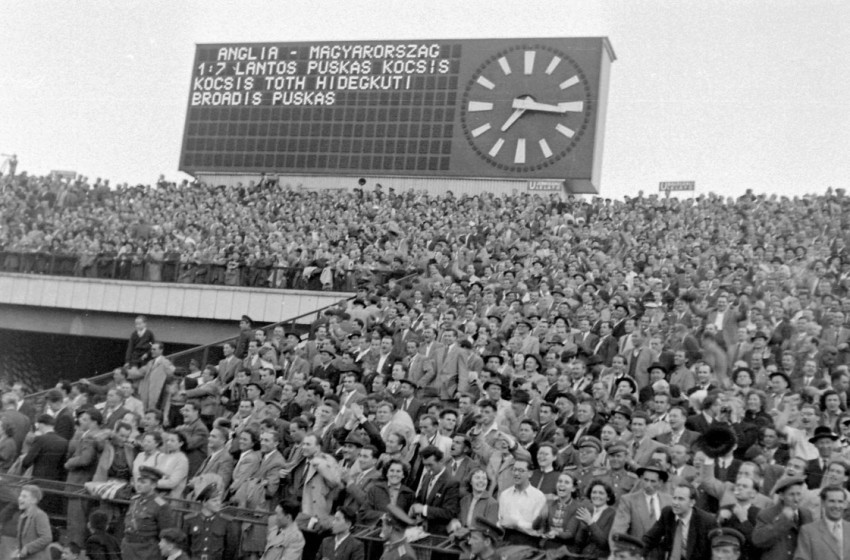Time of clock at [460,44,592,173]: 7:15
